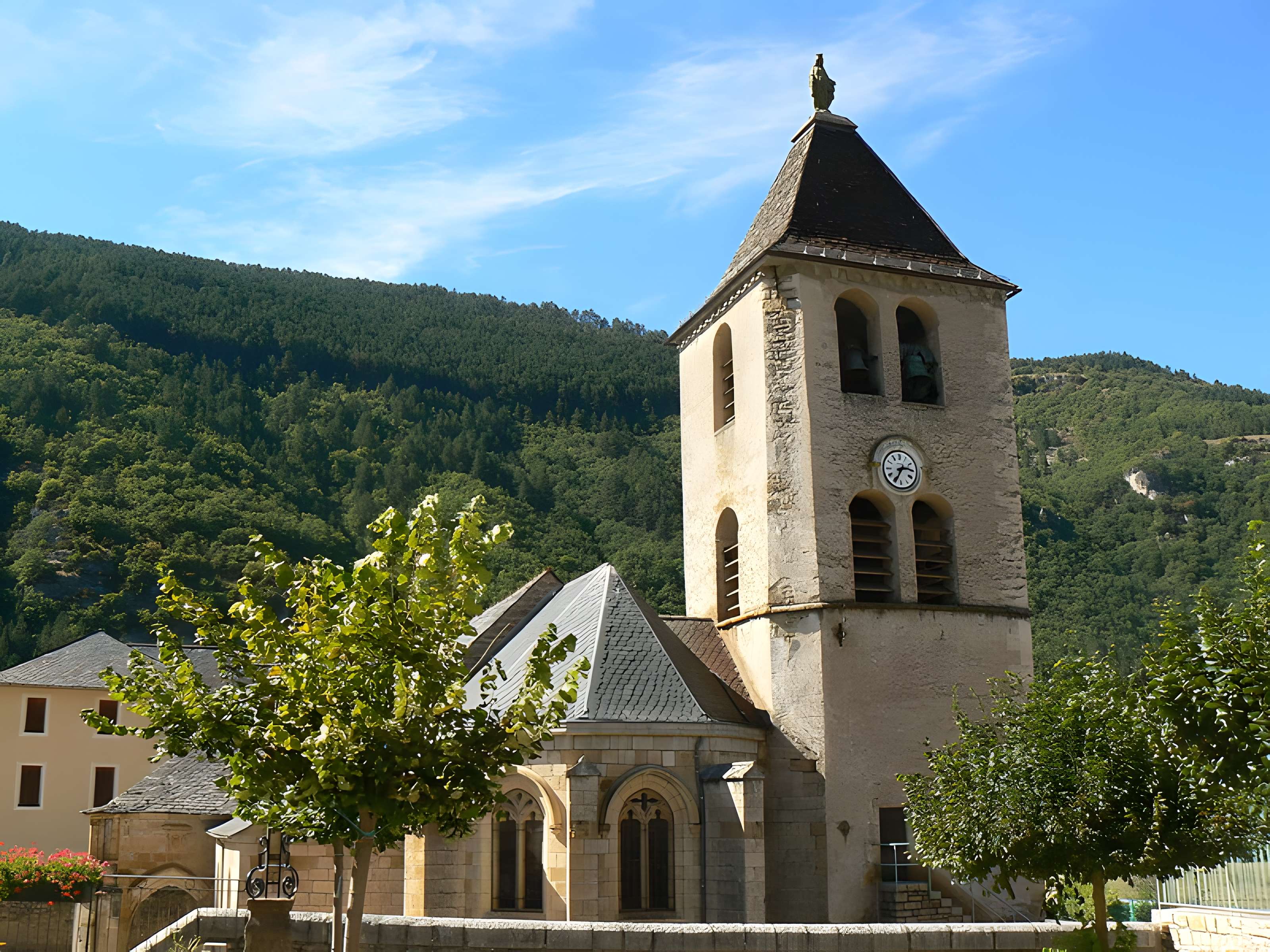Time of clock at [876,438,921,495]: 2:34
